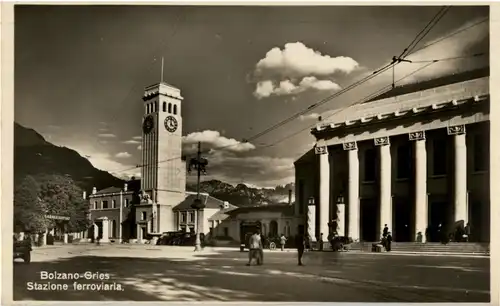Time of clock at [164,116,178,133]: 4:01
